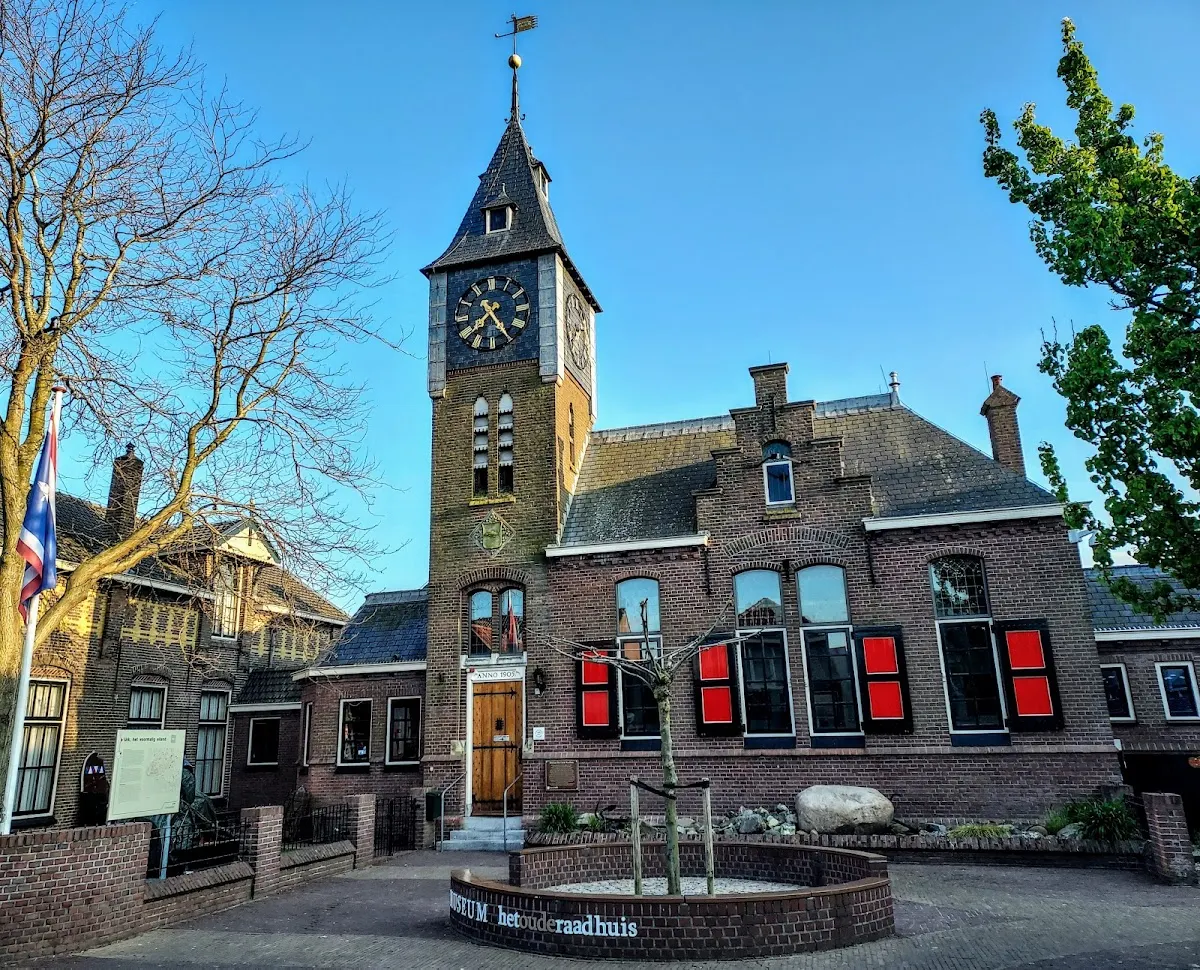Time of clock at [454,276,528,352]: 7:24
